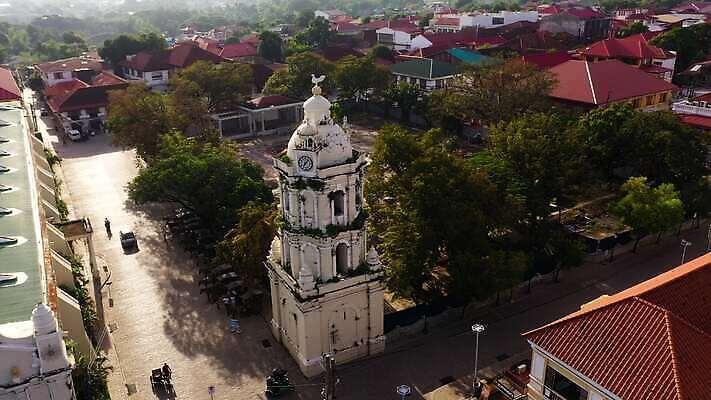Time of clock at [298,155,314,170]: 7:07
